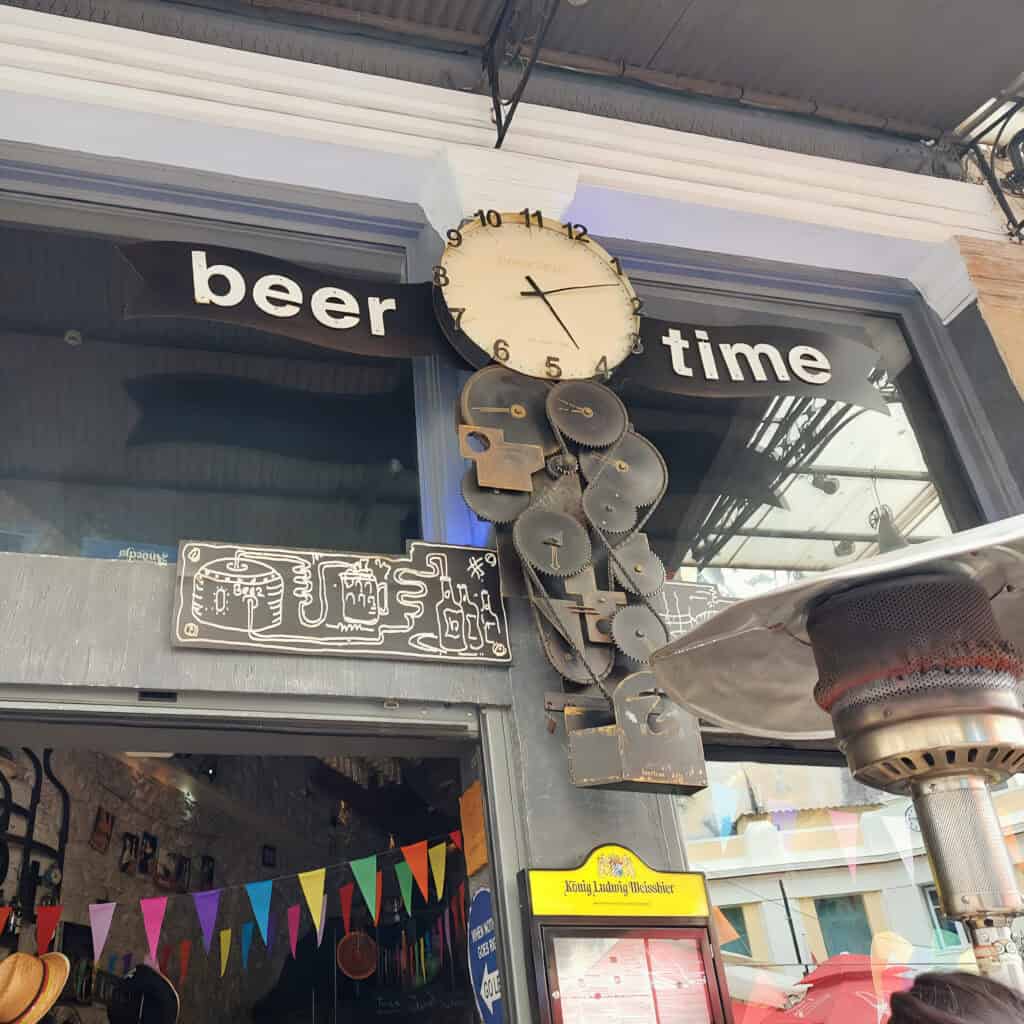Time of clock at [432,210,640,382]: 5:12
